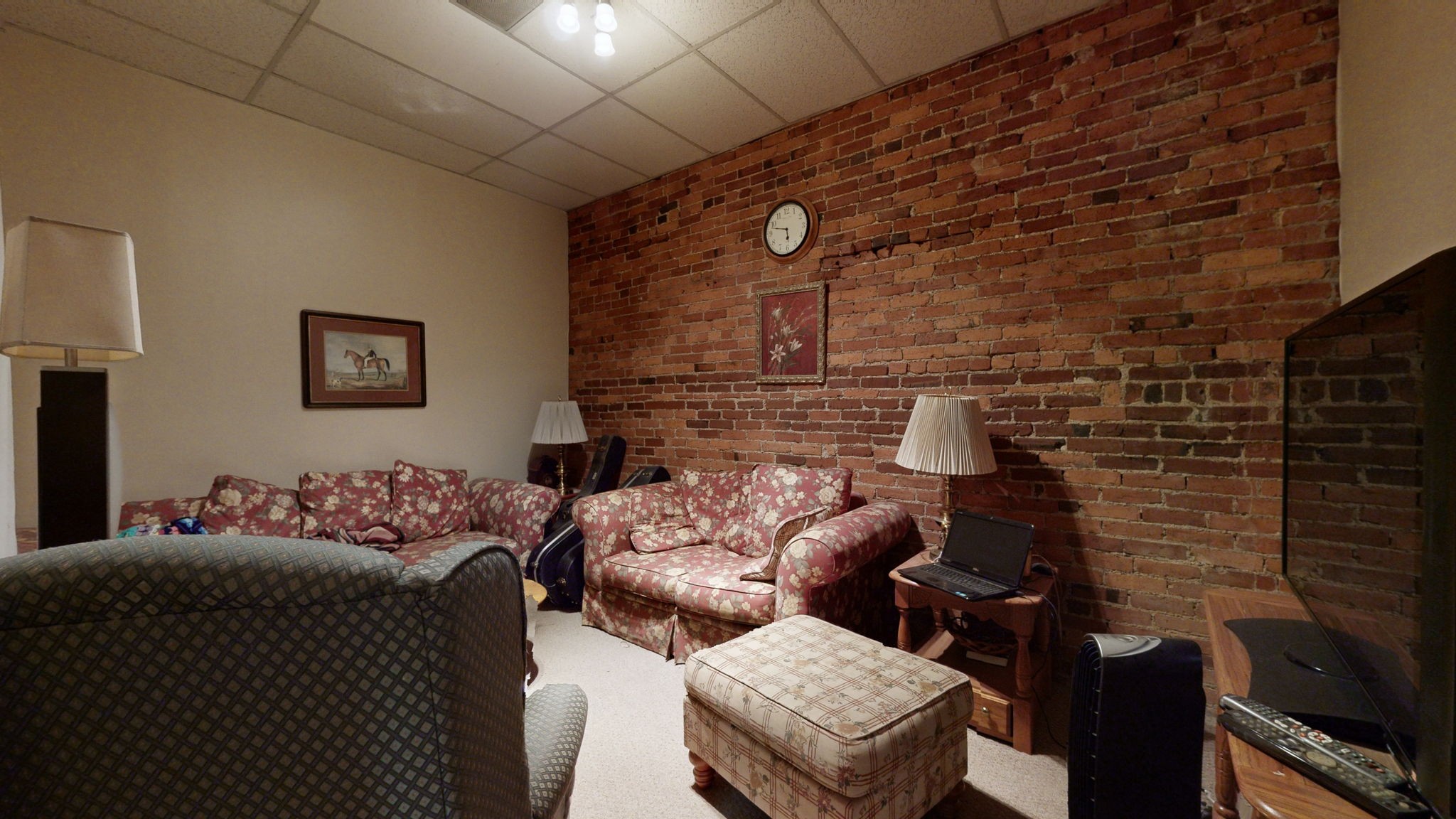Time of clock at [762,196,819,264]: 5:47
